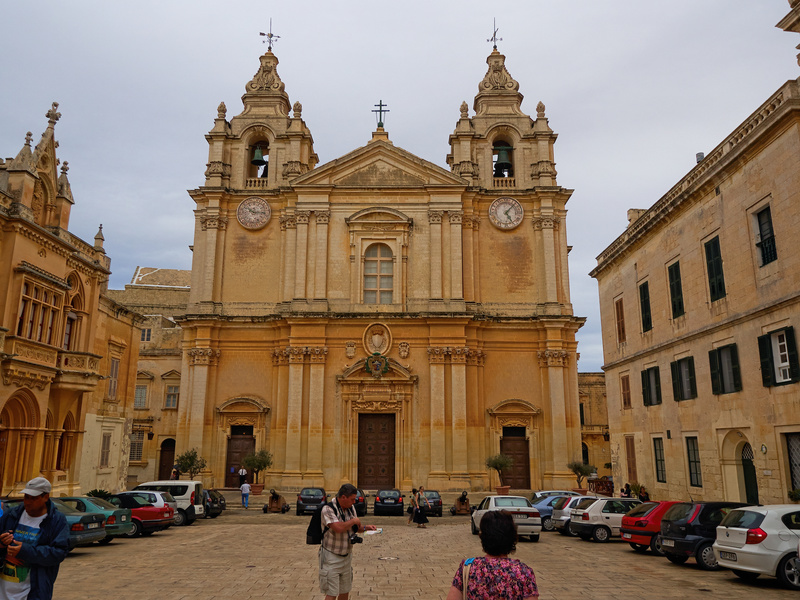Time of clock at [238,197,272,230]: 10:15
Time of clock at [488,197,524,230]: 5:06
